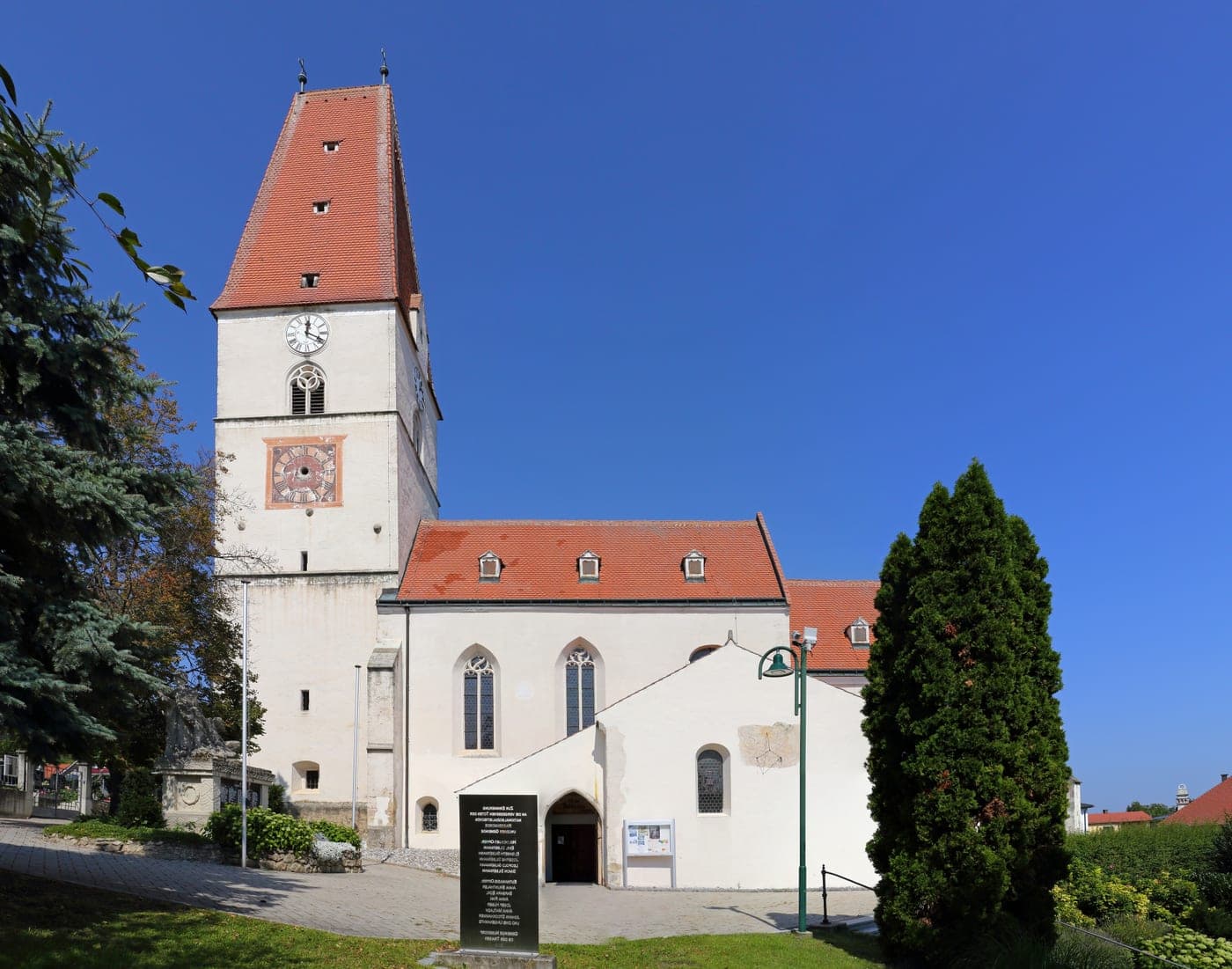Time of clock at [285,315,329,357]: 12:19
